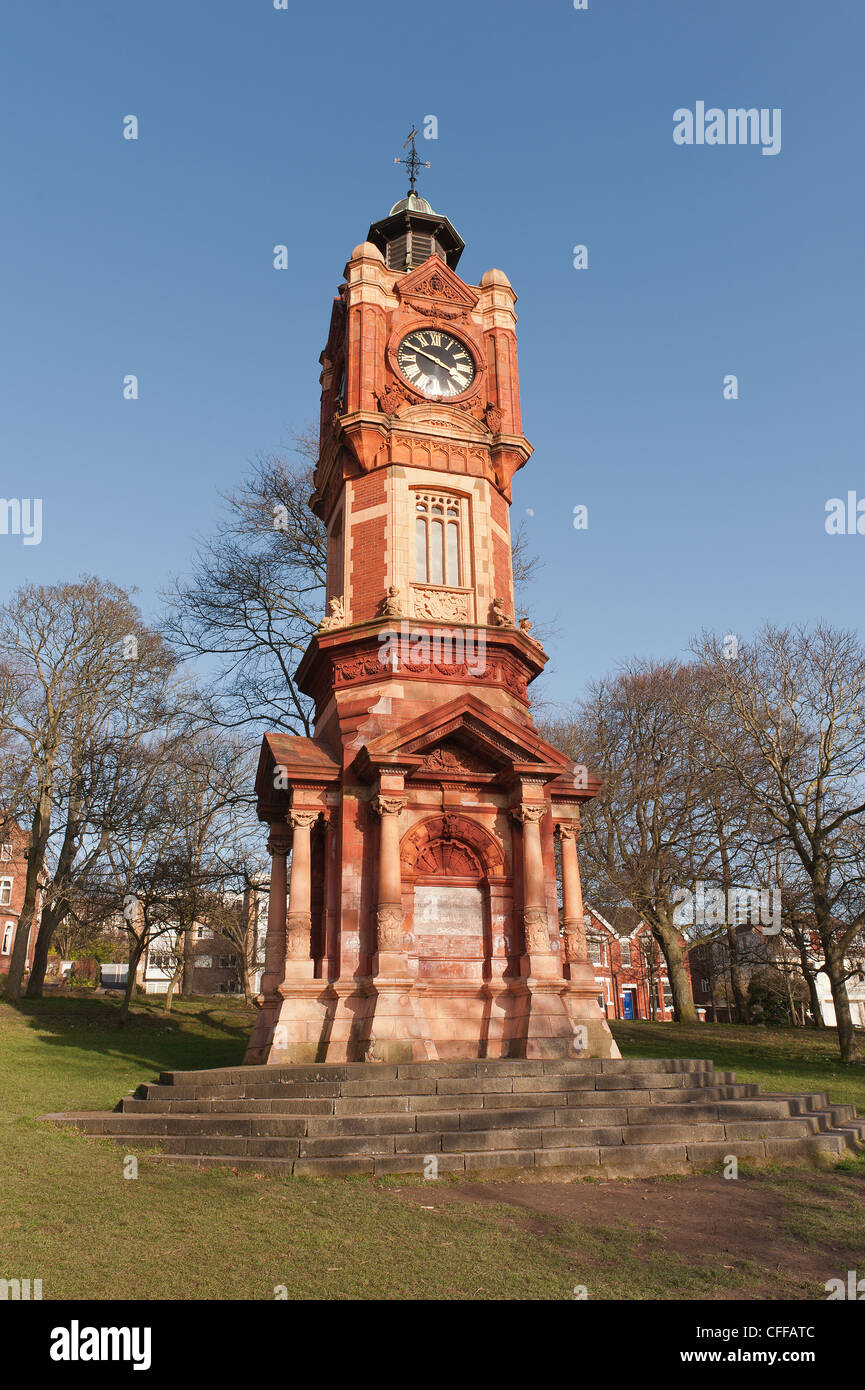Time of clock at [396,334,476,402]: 3:48
